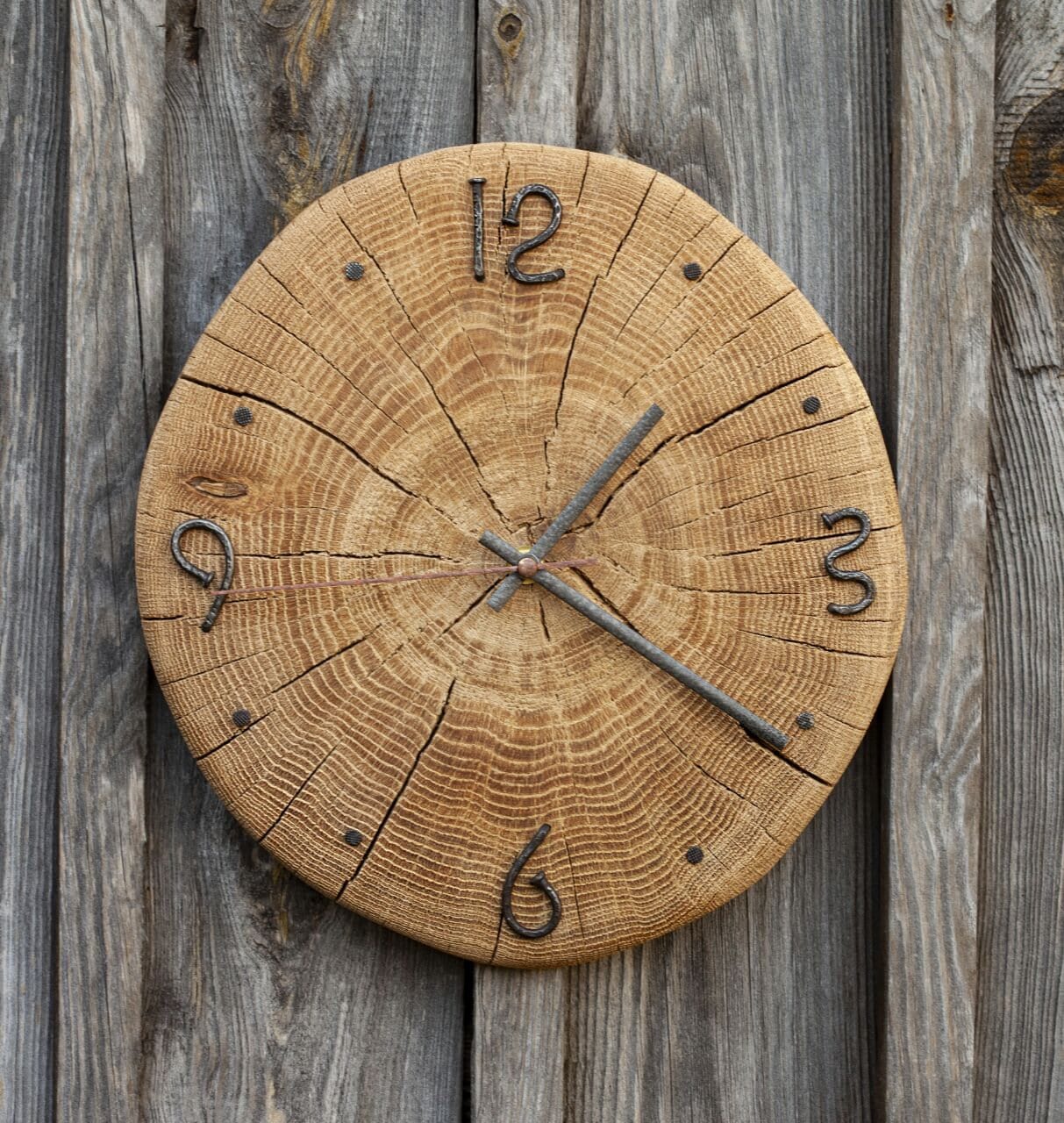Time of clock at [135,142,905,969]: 1:20
